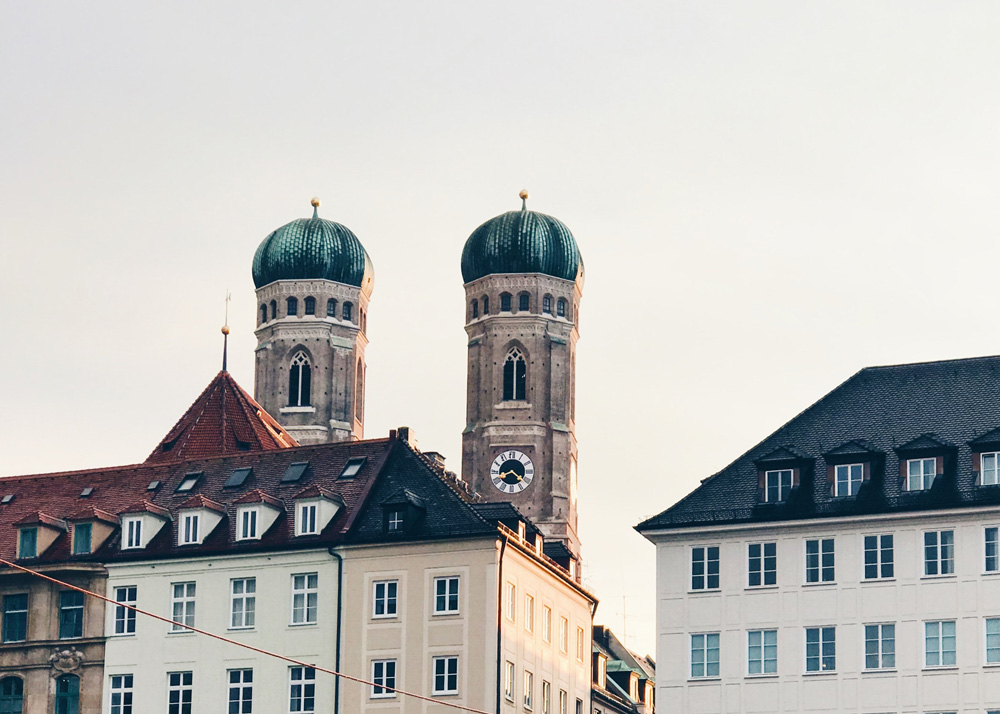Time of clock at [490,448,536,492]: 8:21
